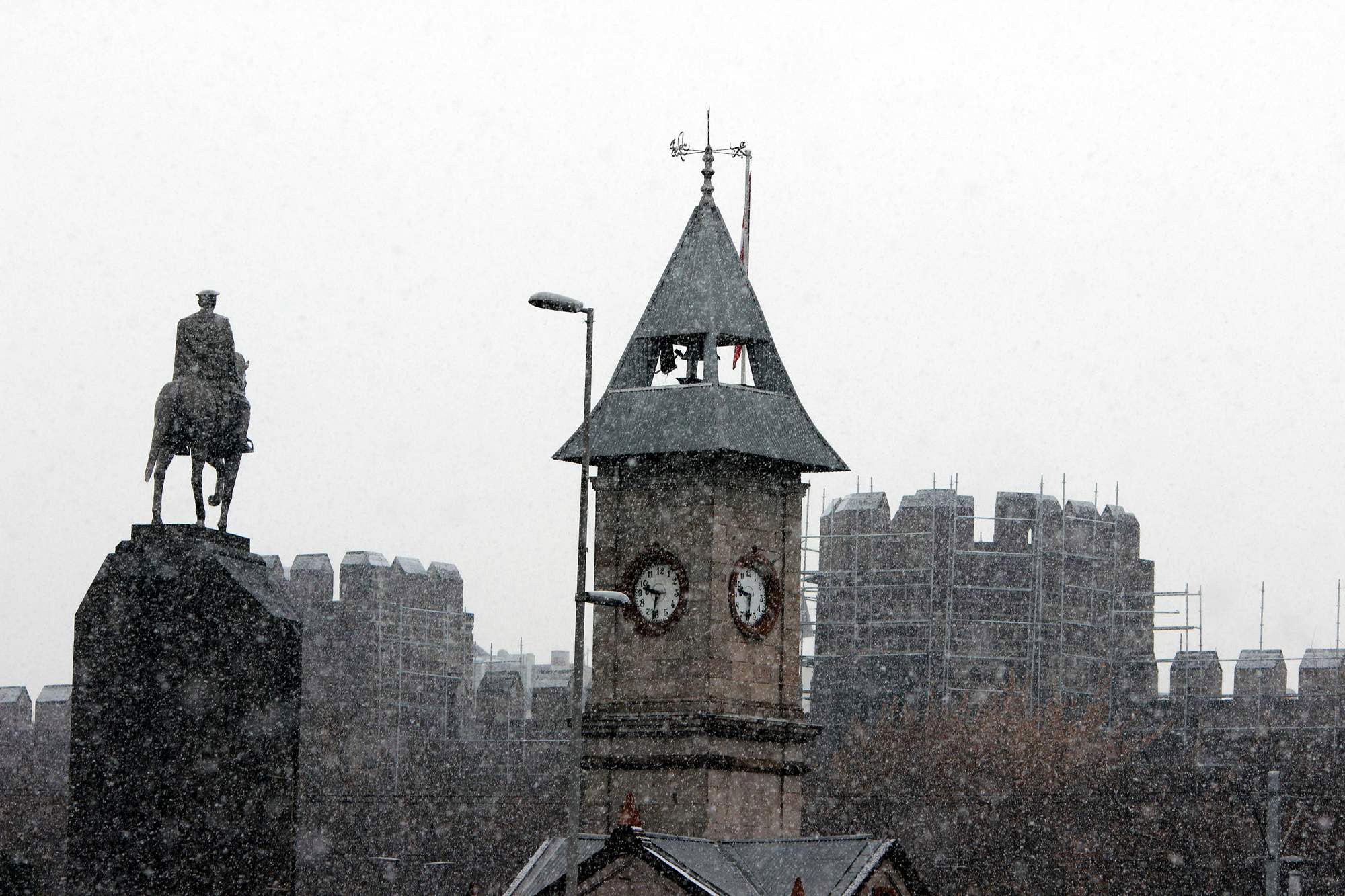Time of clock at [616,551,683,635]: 9:32
